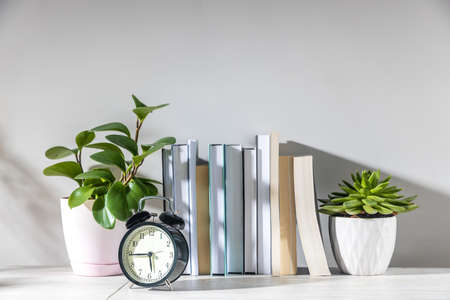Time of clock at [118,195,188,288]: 5:44
